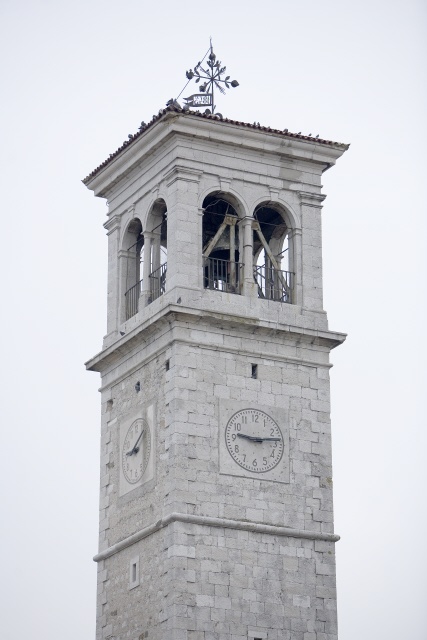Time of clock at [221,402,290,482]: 9:13
